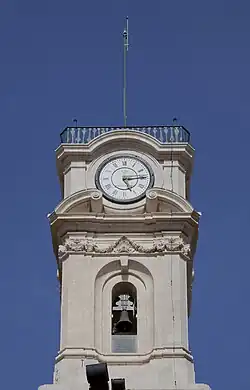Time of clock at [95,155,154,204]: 5:14
